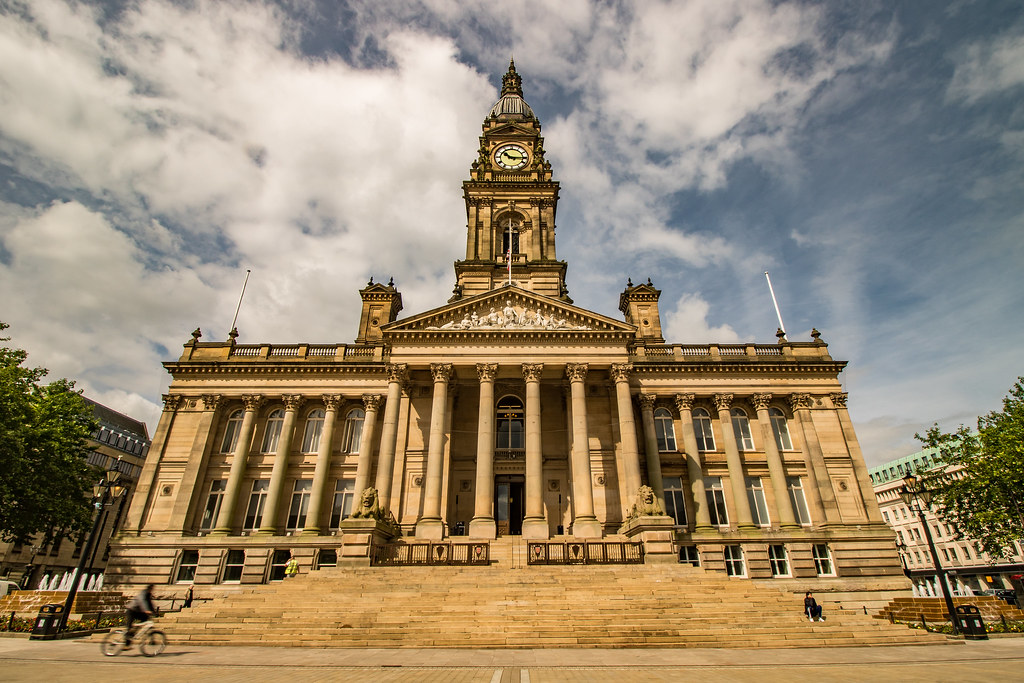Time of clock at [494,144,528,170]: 10:15
